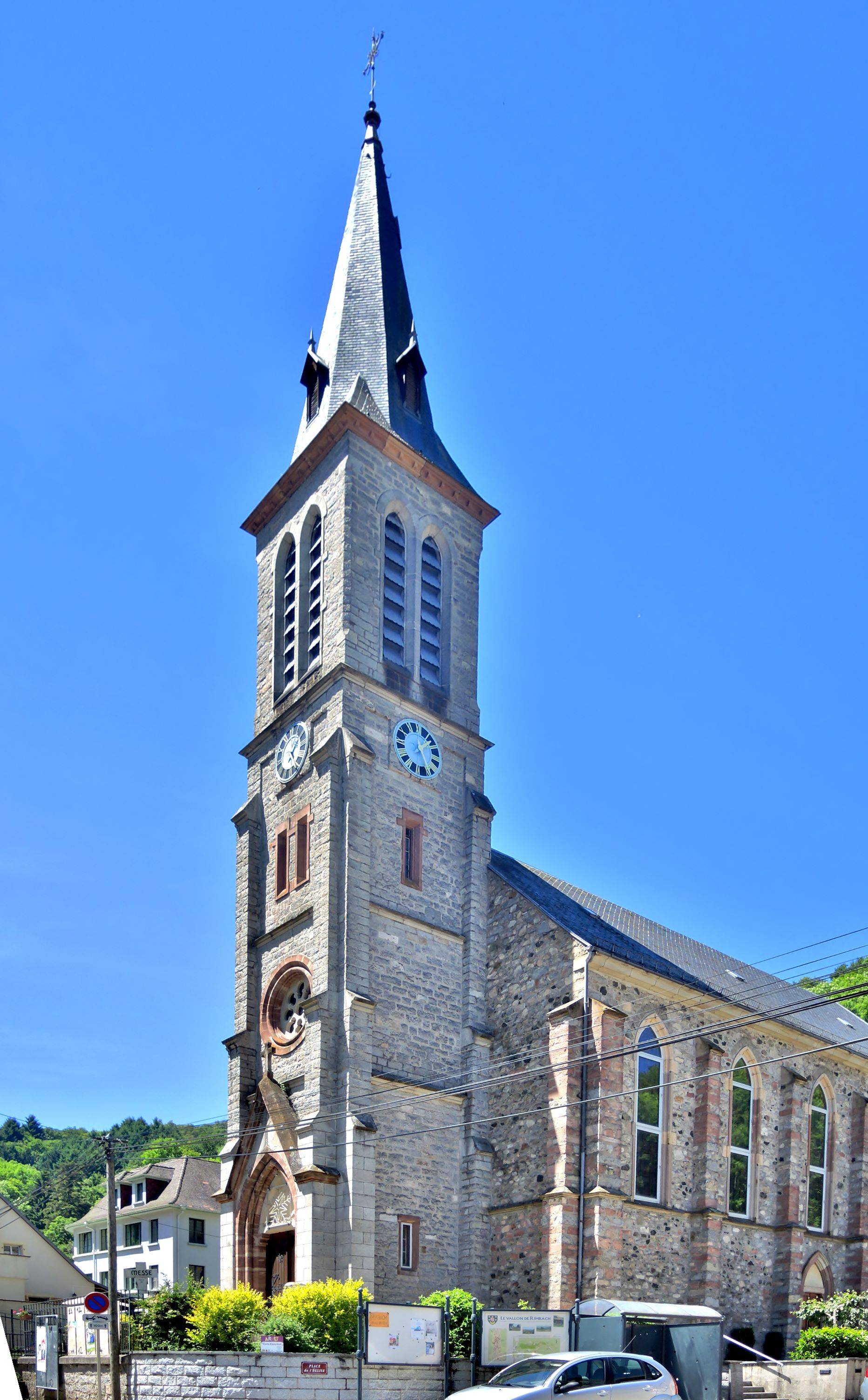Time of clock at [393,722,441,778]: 1:26
